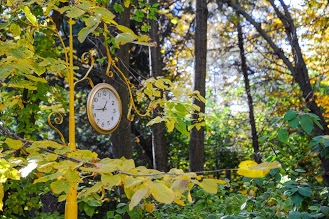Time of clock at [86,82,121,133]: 12:43
